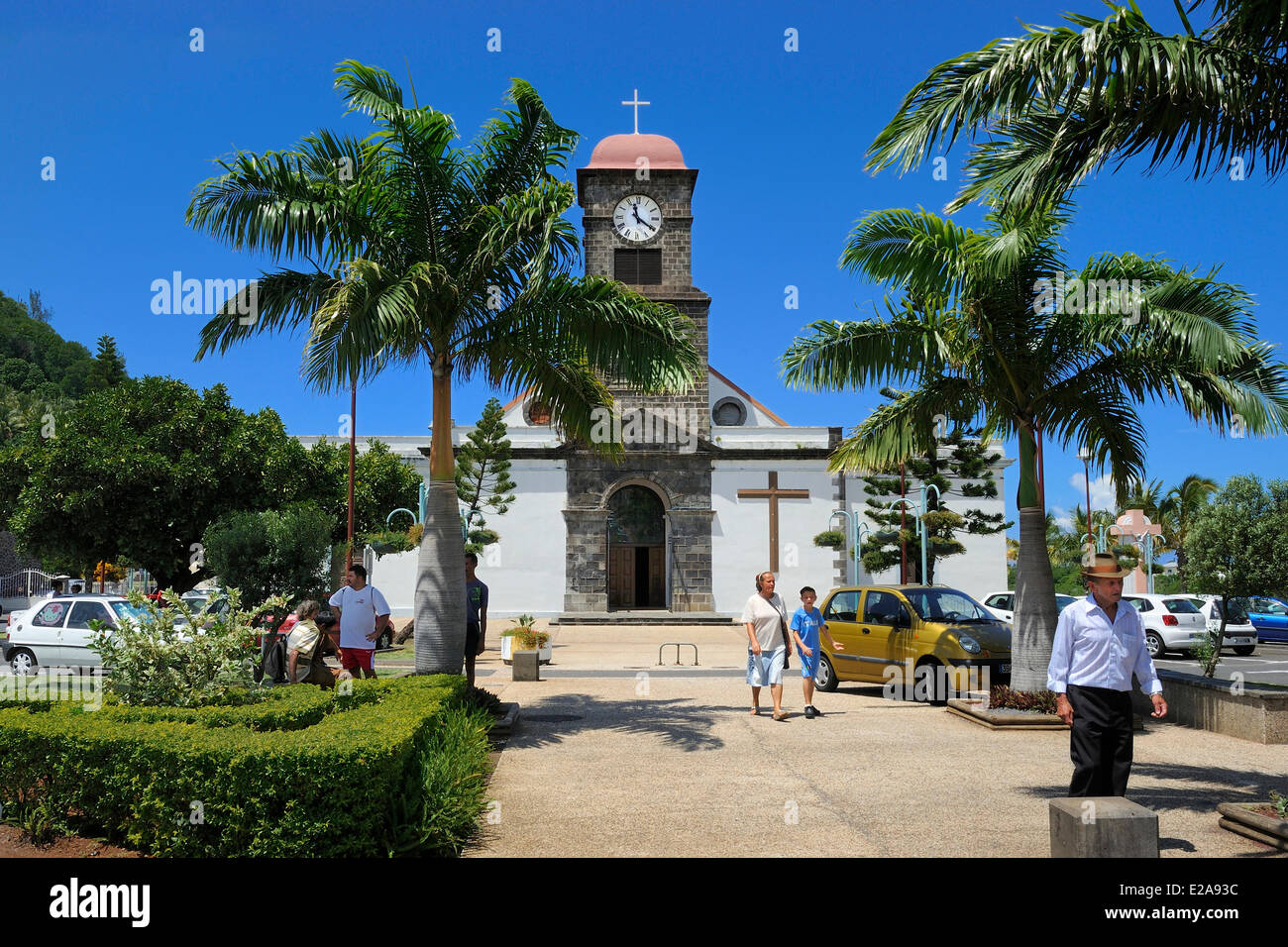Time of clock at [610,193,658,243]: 11:20
